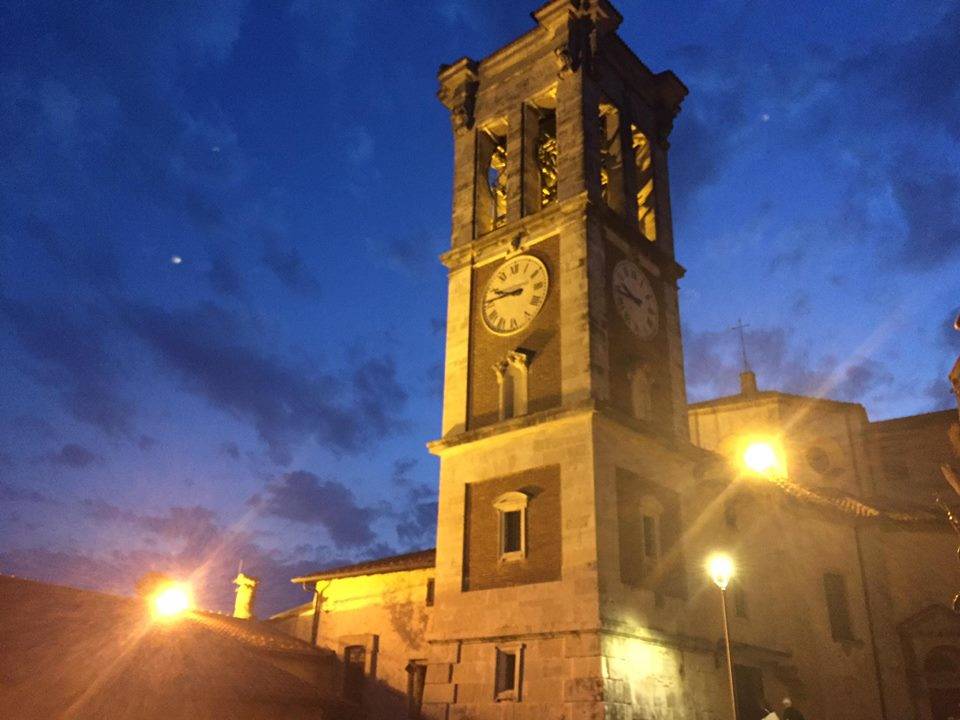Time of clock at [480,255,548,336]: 9:45
